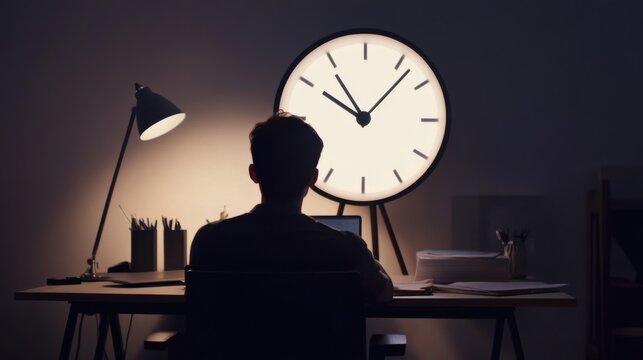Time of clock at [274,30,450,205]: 10:07
